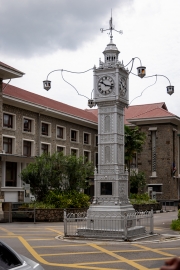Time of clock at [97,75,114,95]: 10:17
